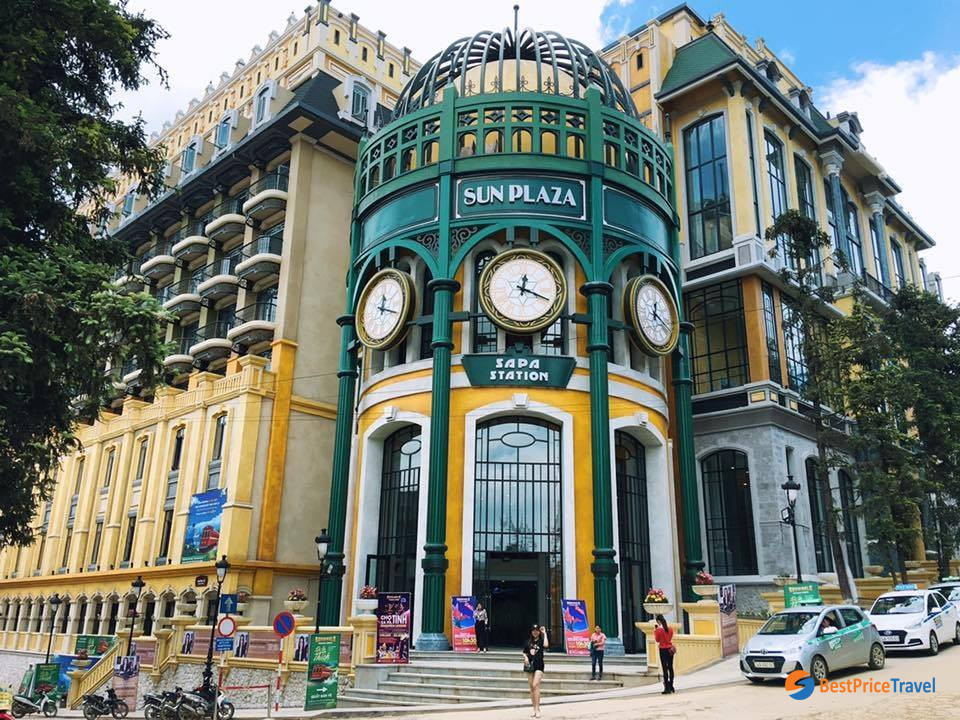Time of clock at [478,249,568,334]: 12:18
